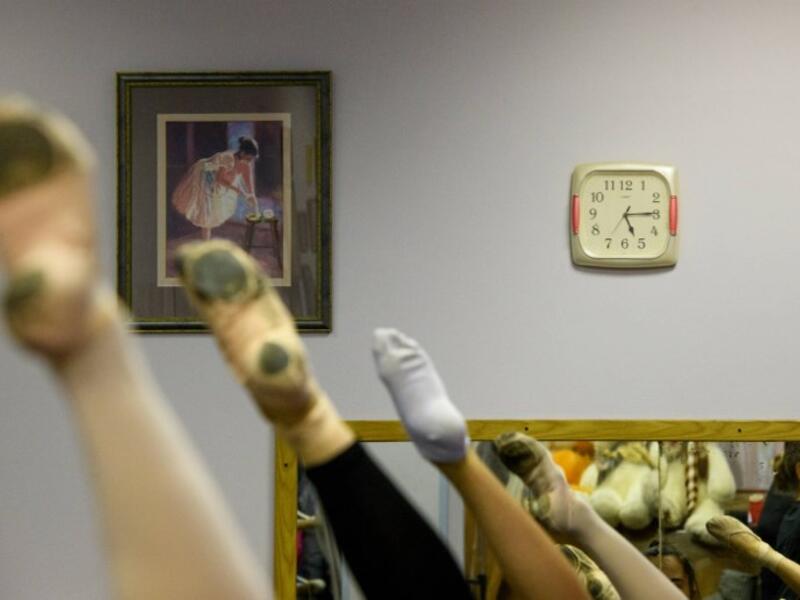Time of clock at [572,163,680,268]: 5:14
